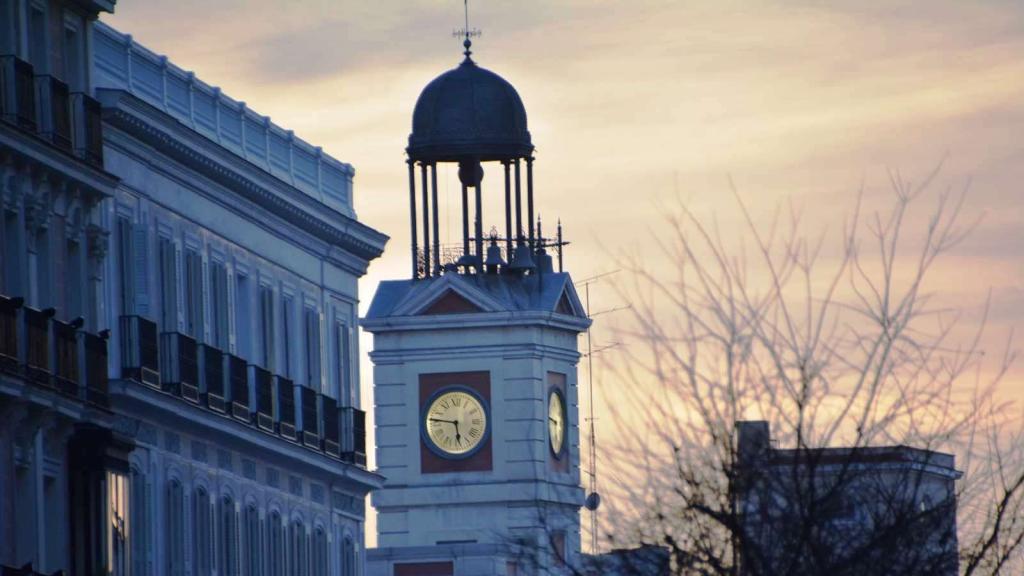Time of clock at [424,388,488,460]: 5:46
